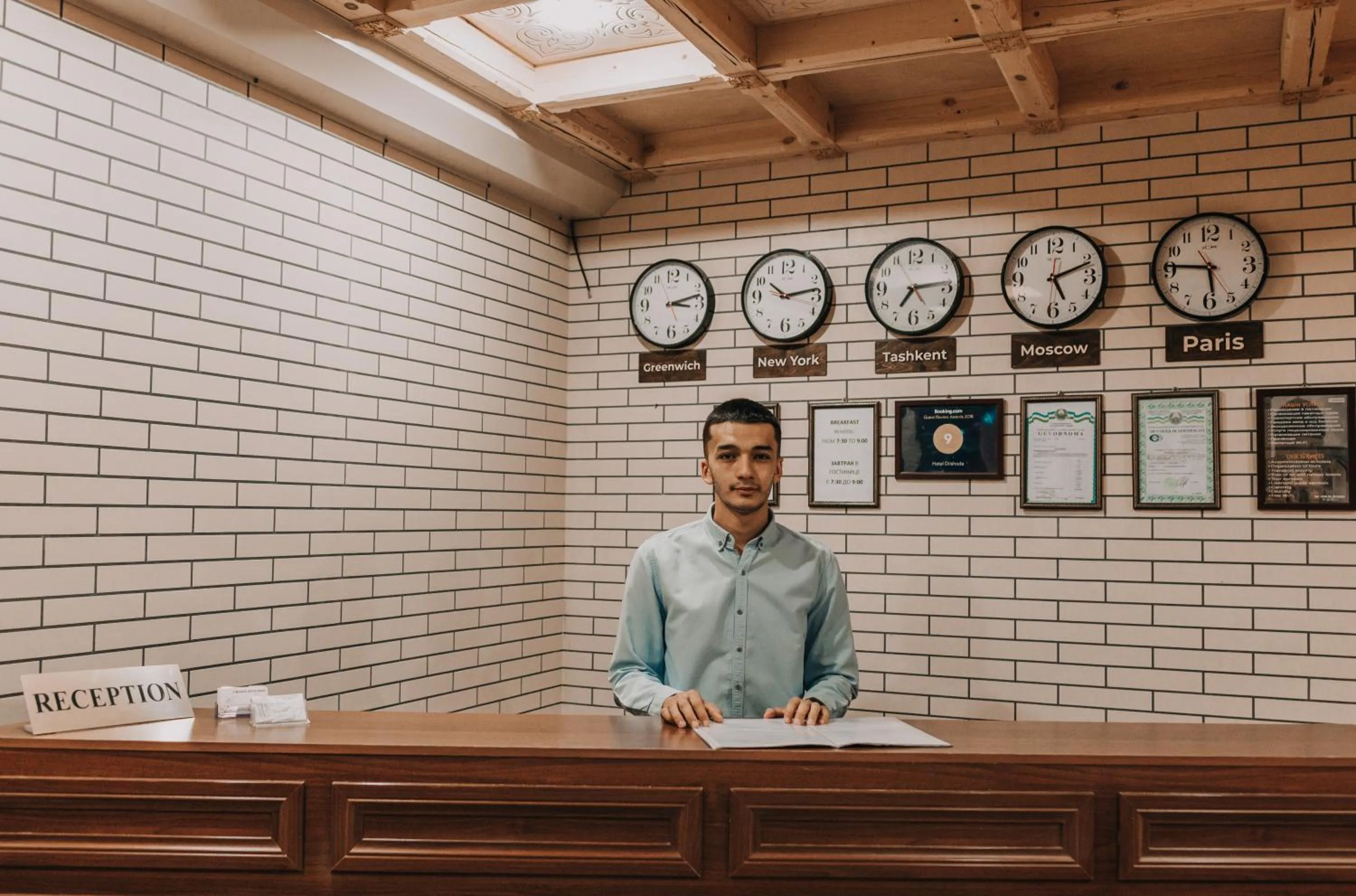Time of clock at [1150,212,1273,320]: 5:46
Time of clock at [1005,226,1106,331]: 5:11
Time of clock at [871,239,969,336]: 7:13
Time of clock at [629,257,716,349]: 3:12
